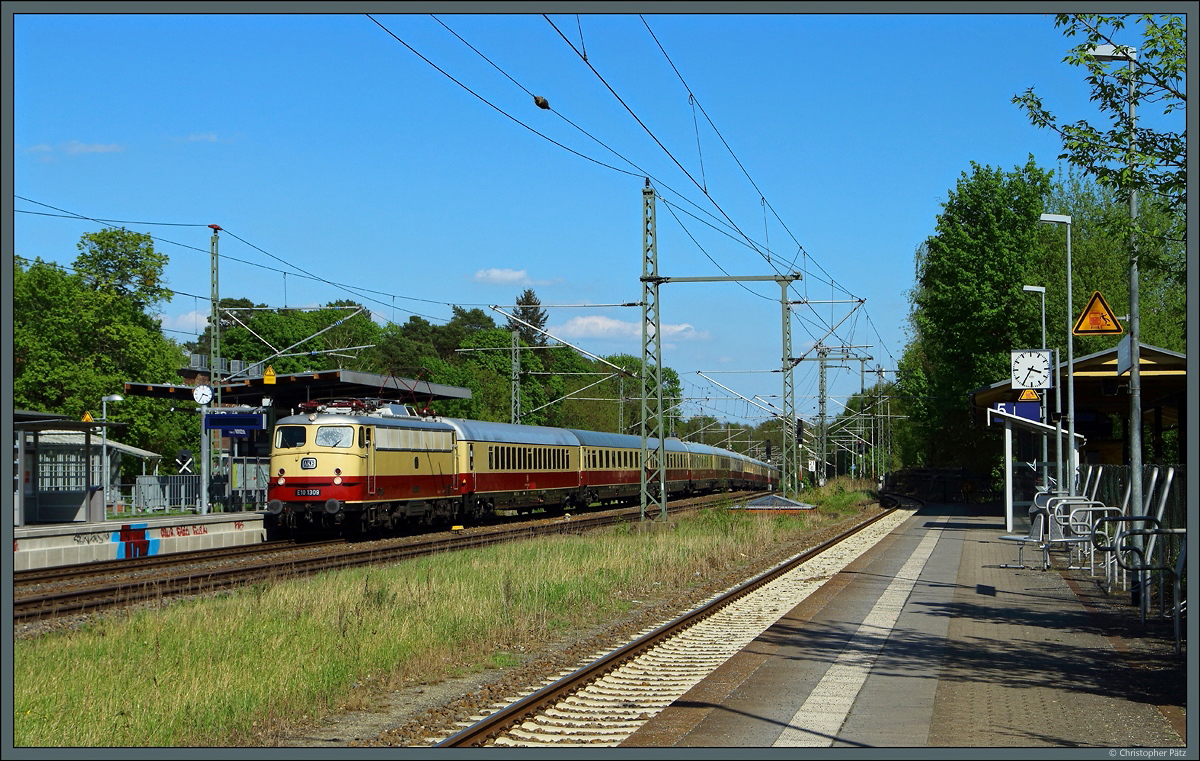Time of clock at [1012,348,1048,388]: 3:35
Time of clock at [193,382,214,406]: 3:35
